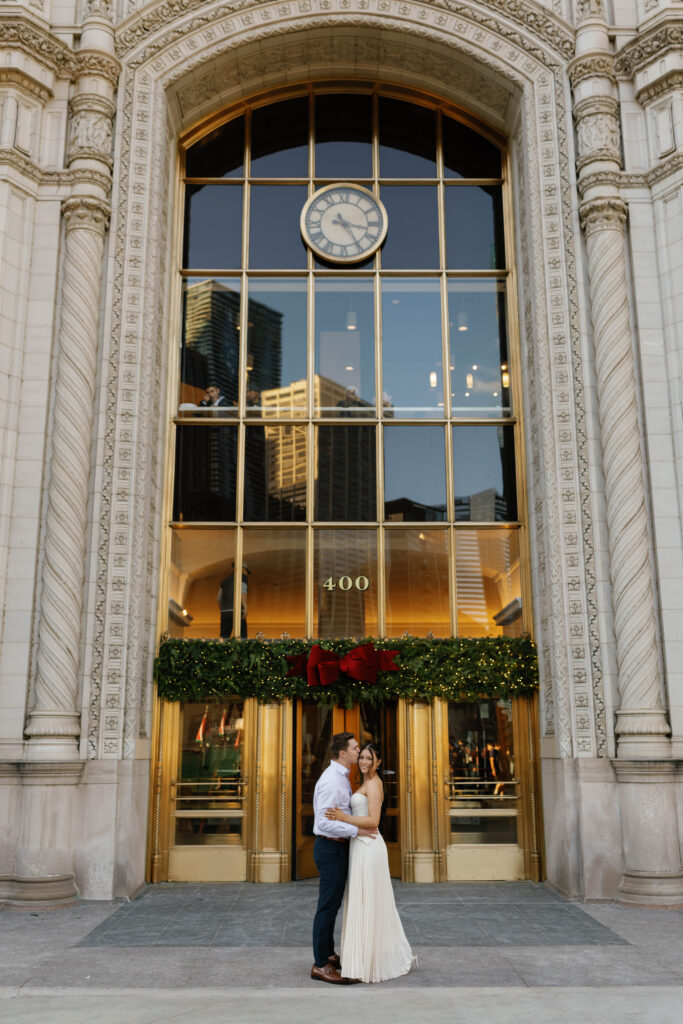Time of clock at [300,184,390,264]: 3:24
